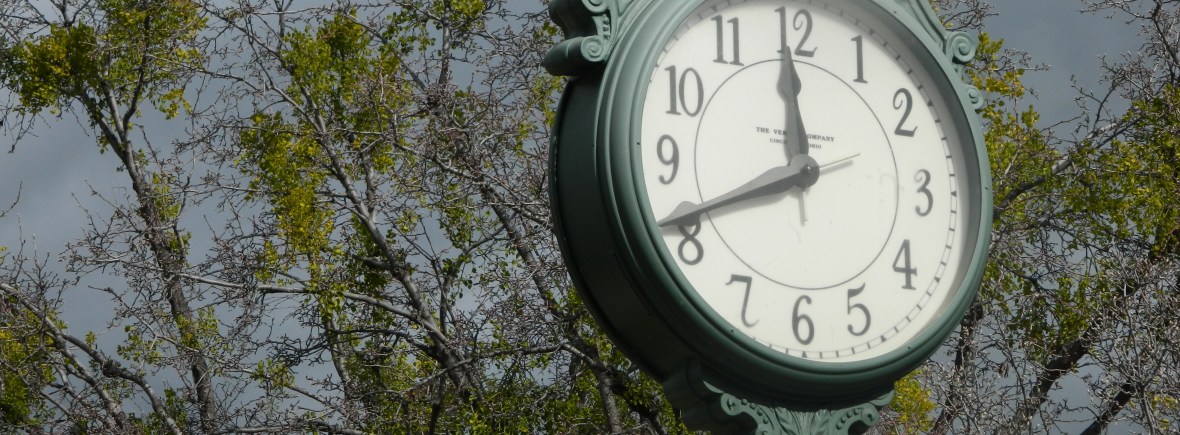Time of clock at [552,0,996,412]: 11:41
